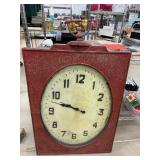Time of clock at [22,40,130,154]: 9:47
